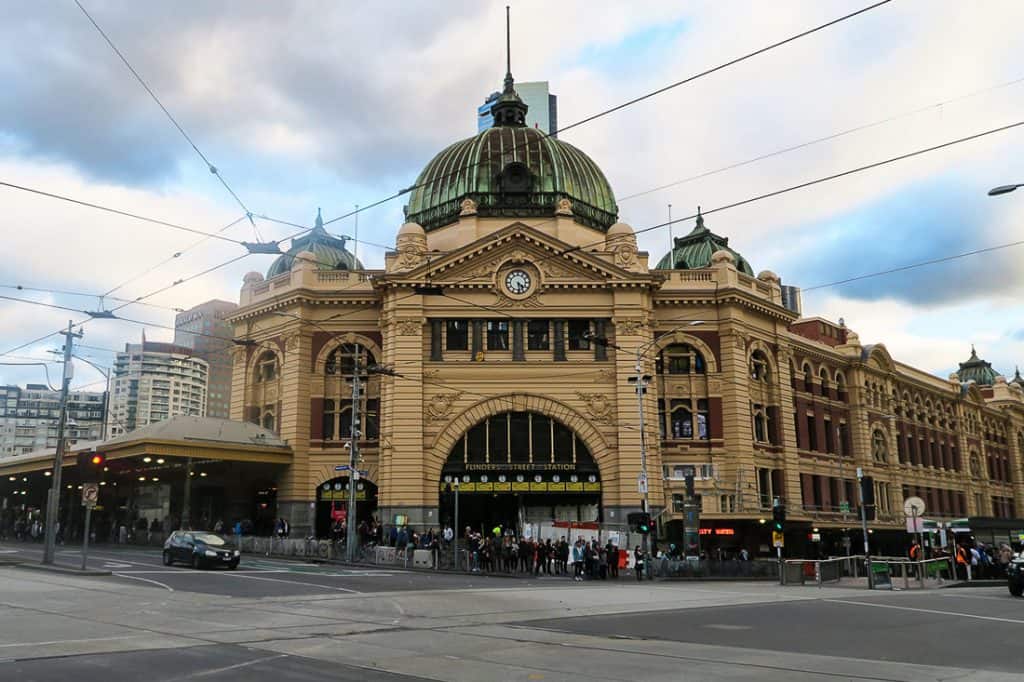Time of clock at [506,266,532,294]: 4:28
